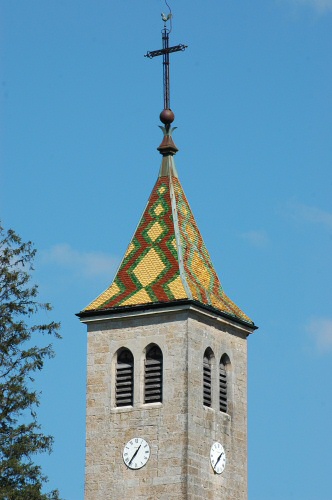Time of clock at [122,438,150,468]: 1:36
